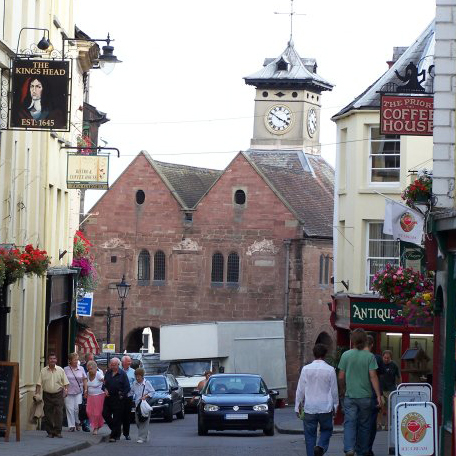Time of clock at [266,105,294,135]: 3:50
